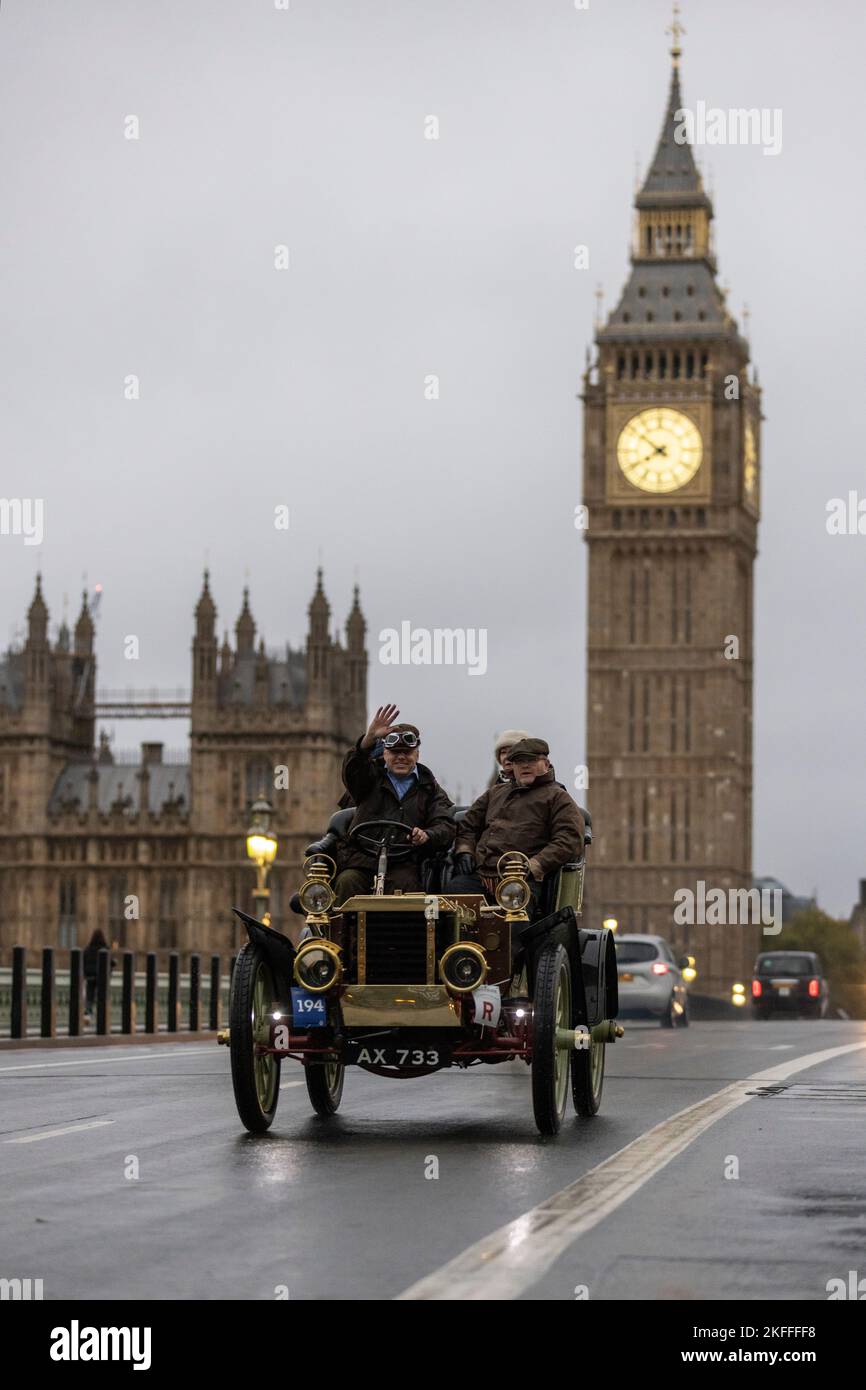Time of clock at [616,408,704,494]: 7:51
